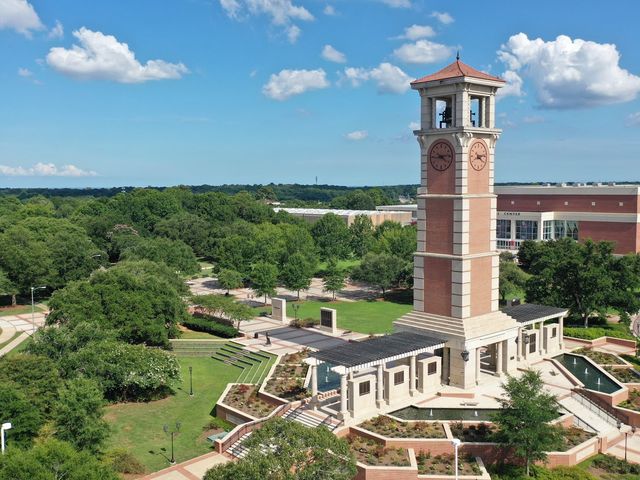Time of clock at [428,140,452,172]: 4:13
